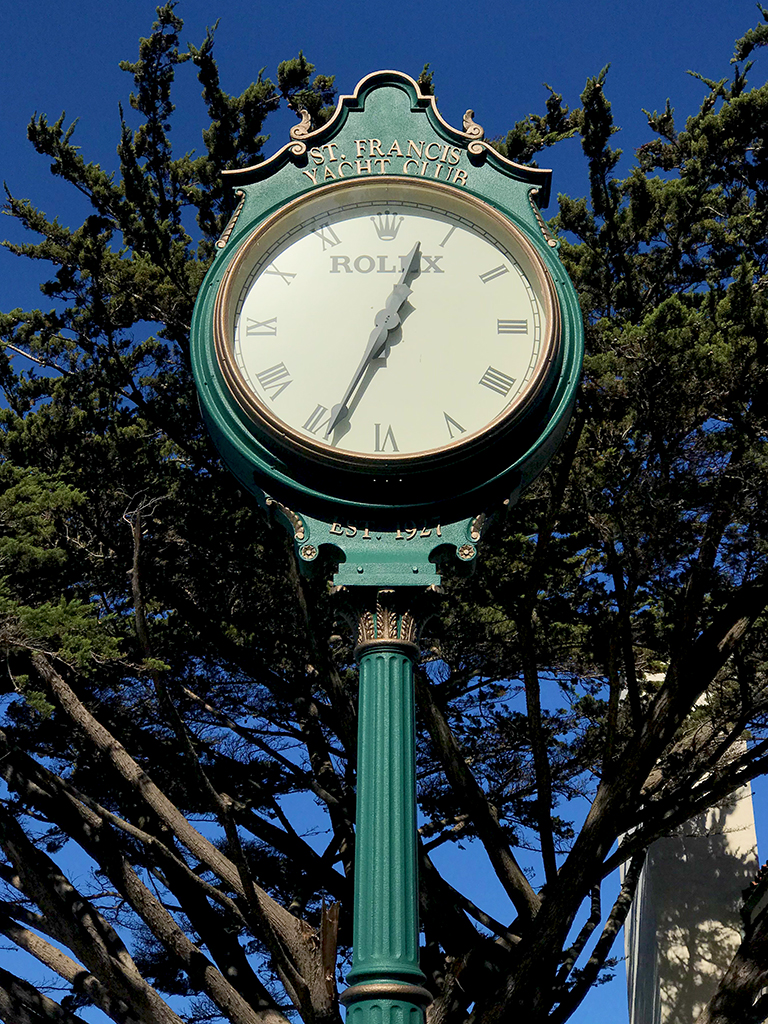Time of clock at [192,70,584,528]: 12:34
